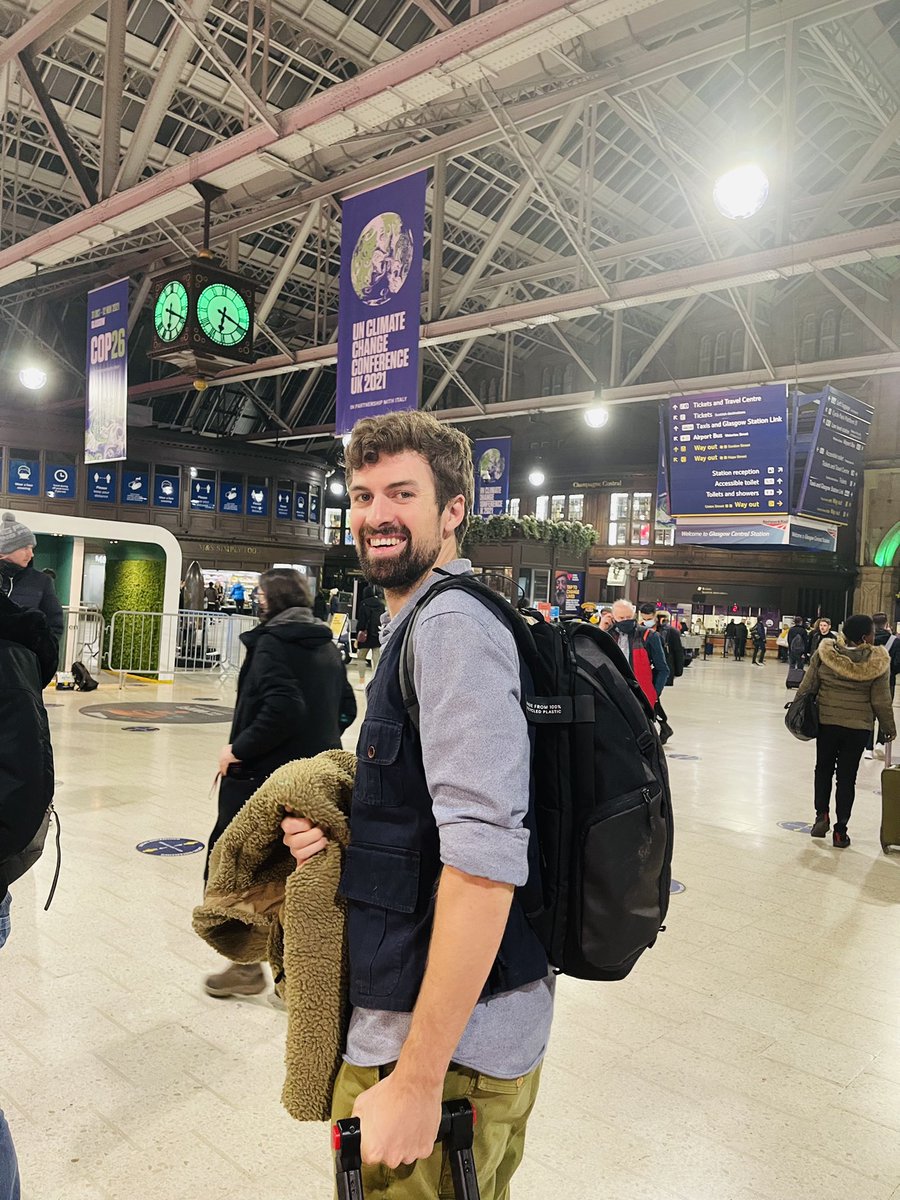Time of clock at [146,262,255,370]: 6:19
